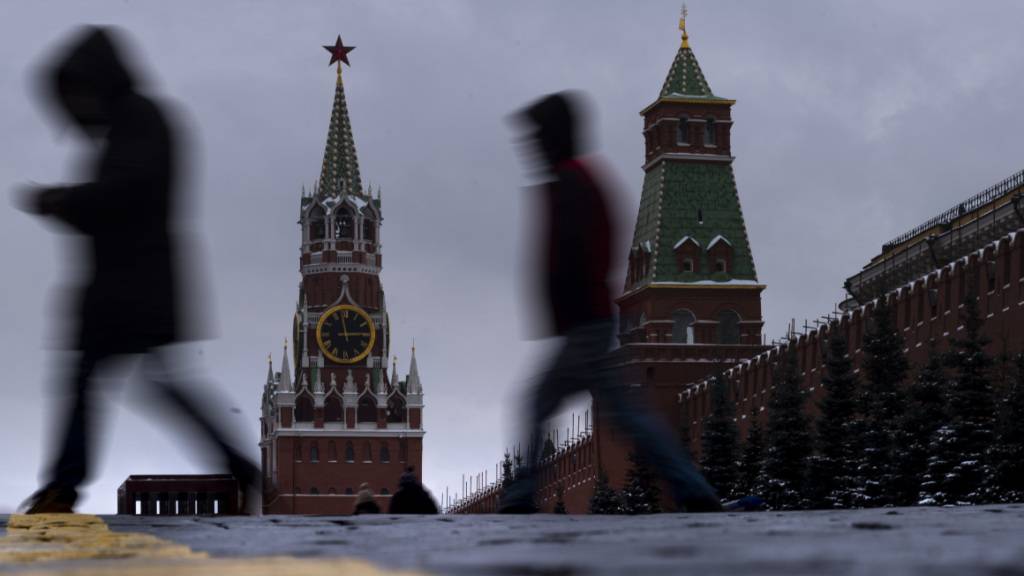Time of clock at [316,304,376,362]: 2:58
